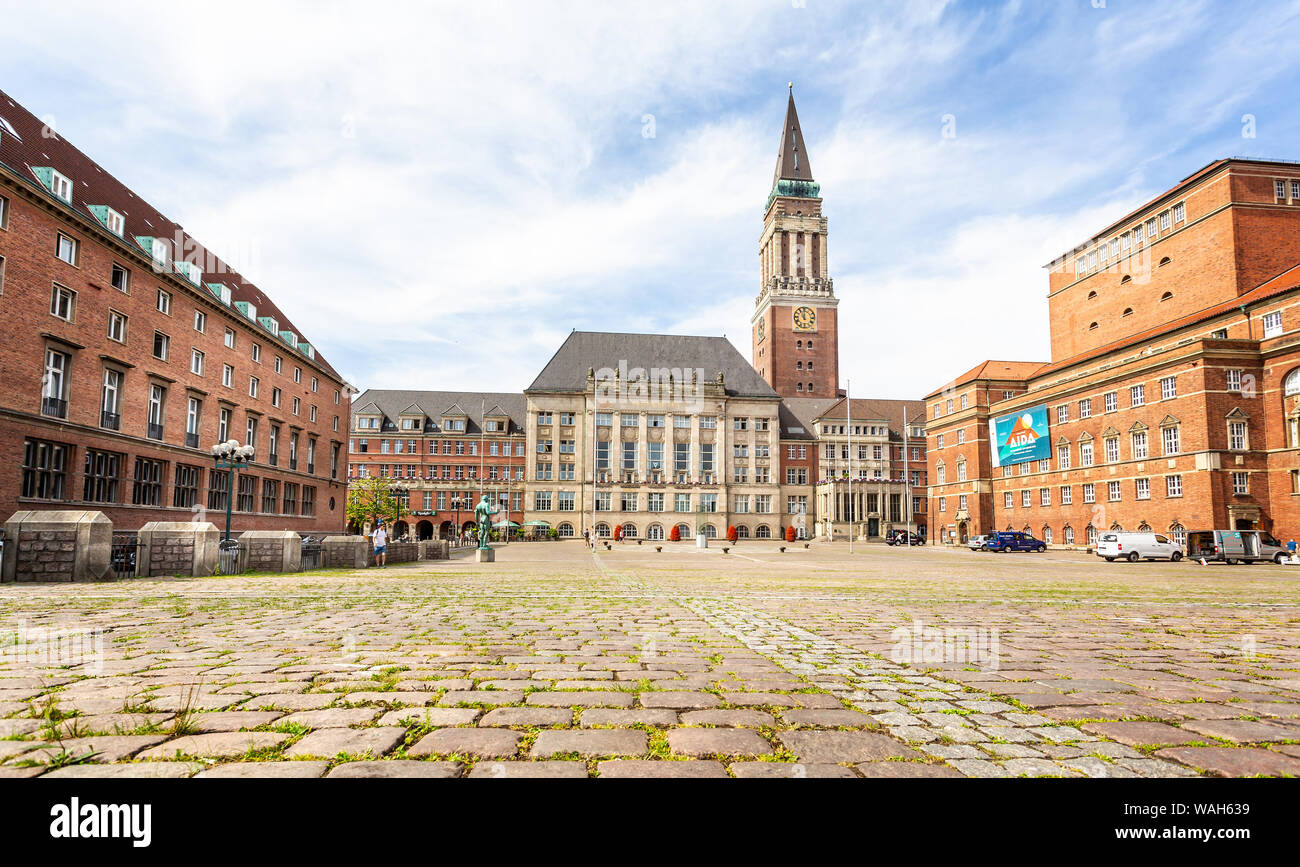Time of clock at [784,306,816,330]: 11:00
